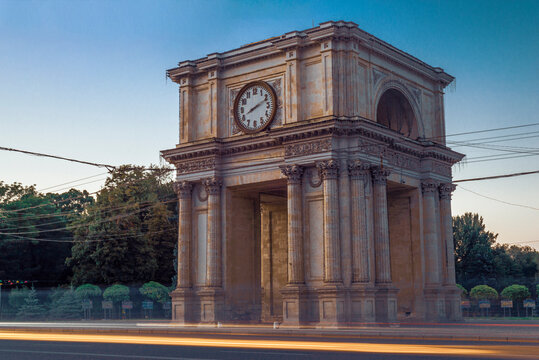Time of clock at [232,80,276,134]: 8:11
